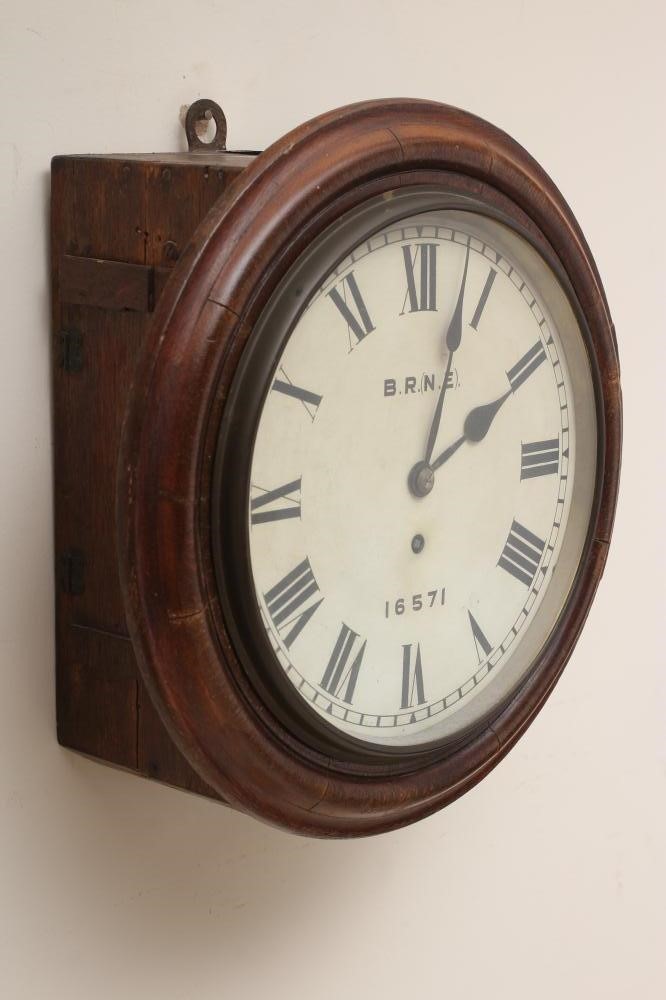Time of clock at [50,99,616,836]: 2:03
